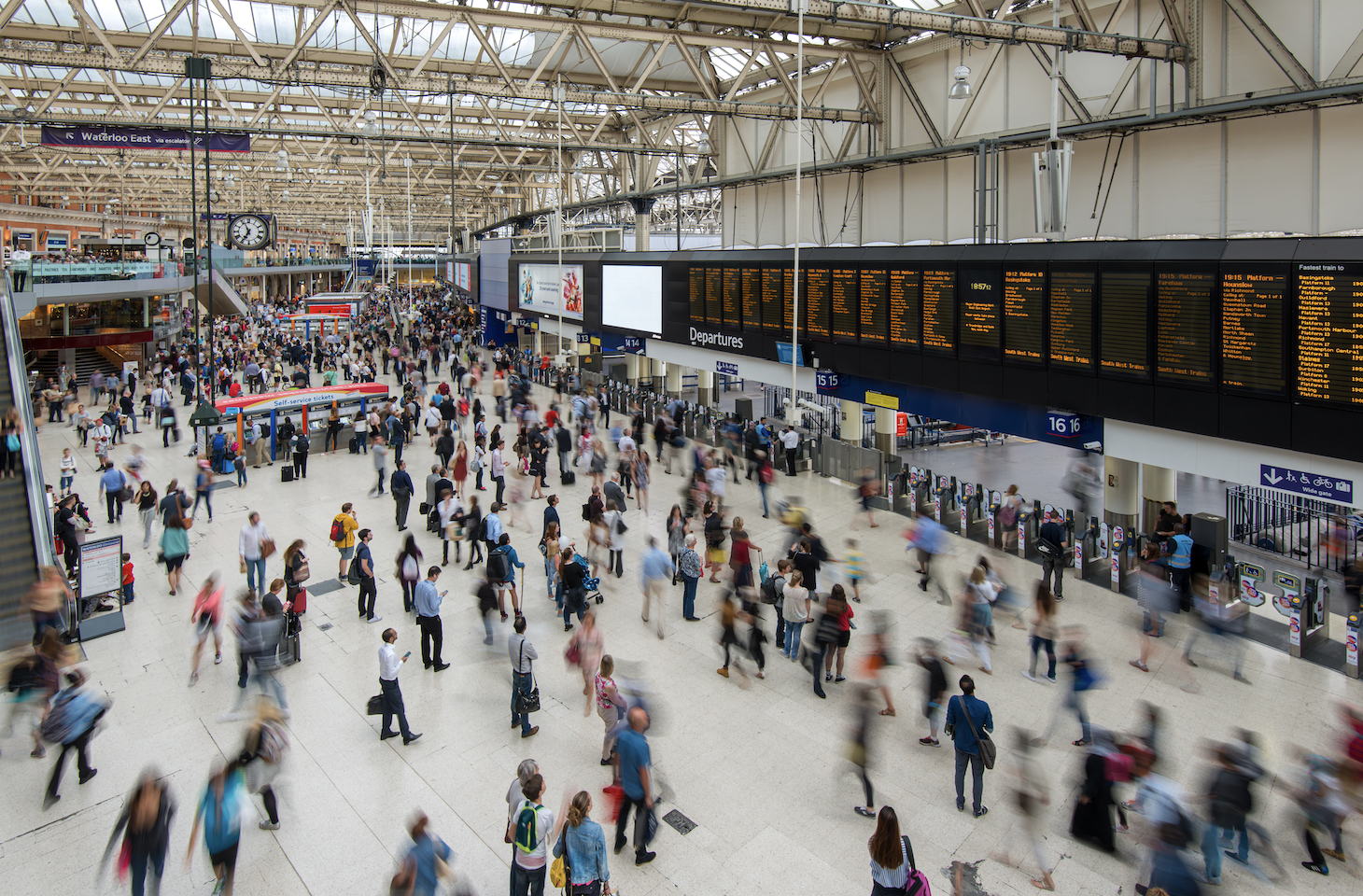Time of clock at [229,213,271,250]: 6:56
